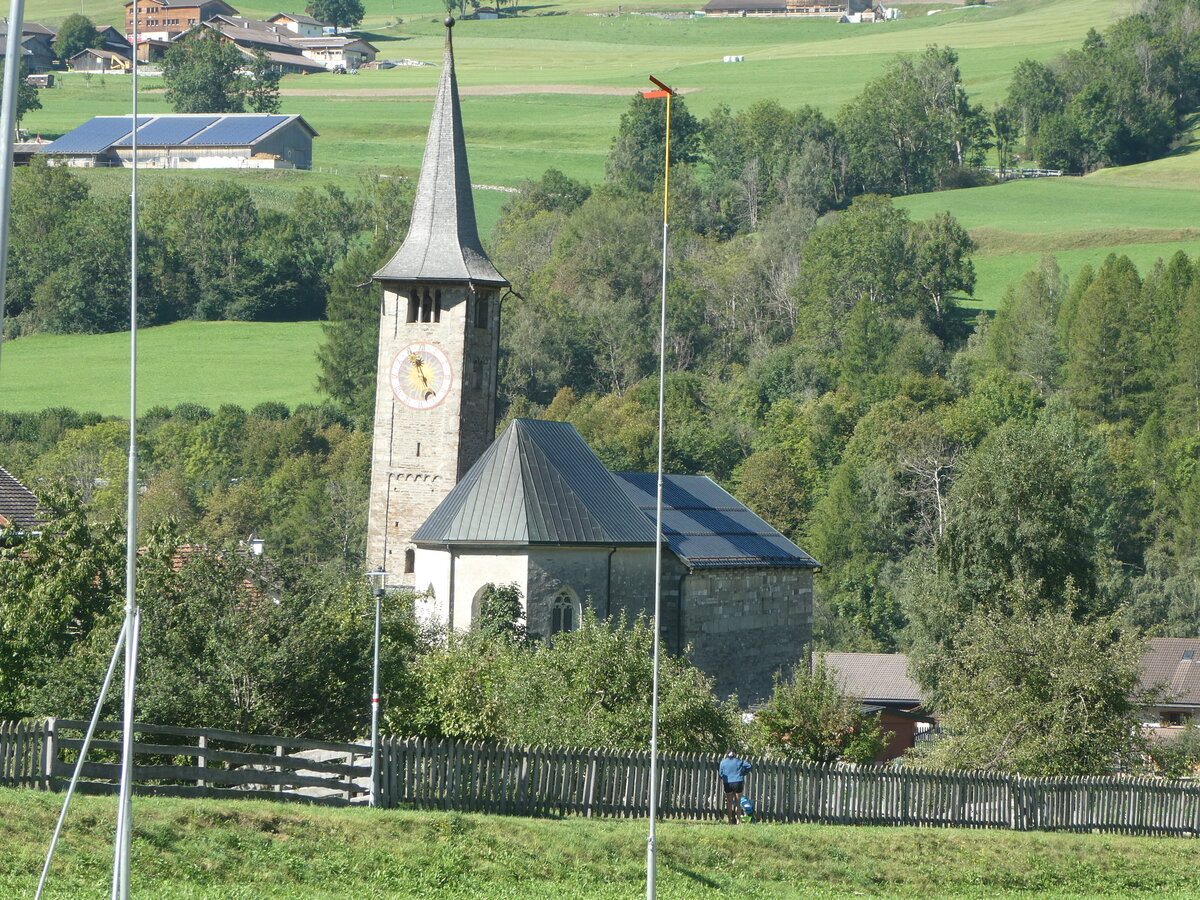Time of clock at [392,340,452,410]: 4:57
